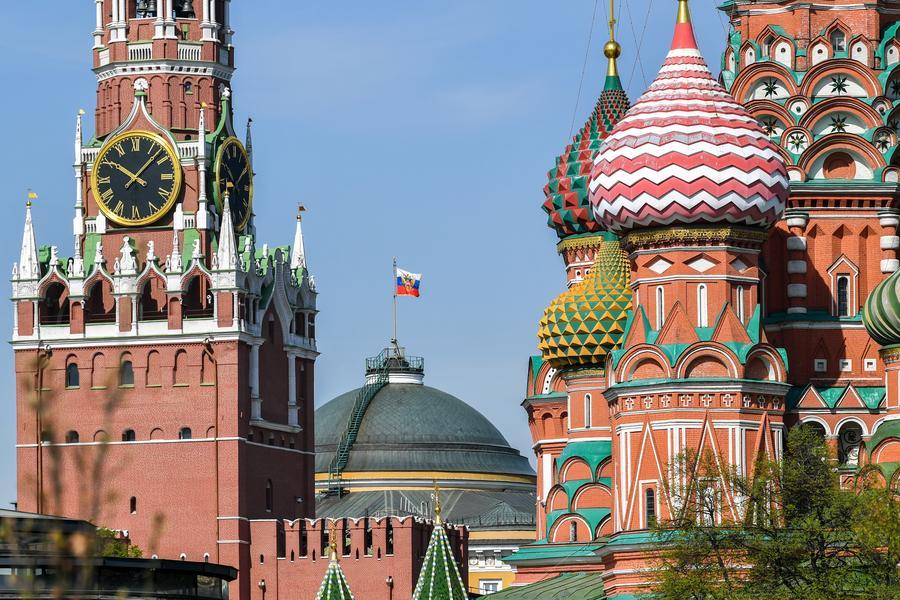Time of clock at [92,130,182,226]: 10:07
